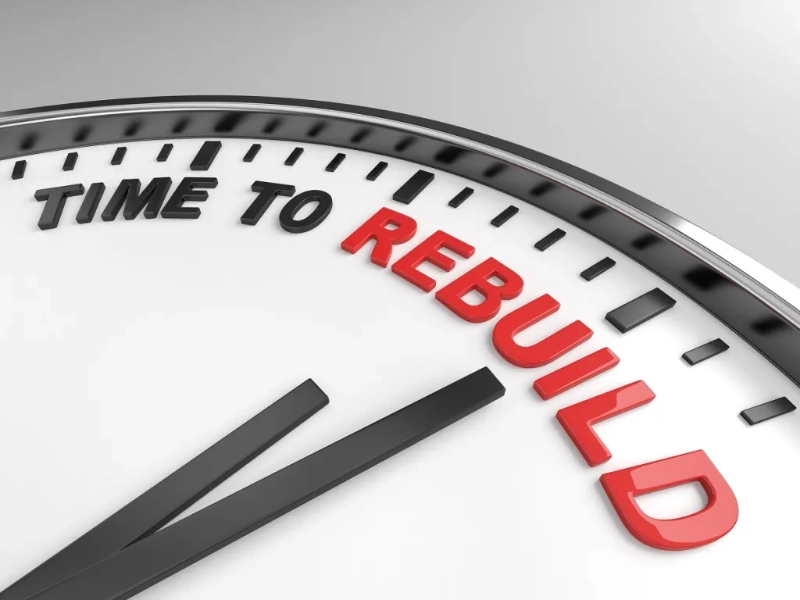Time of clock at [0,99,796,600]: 1:08
